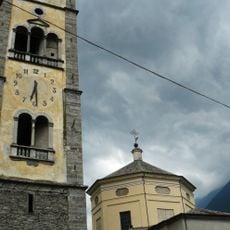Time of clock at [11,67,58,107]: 6:29
